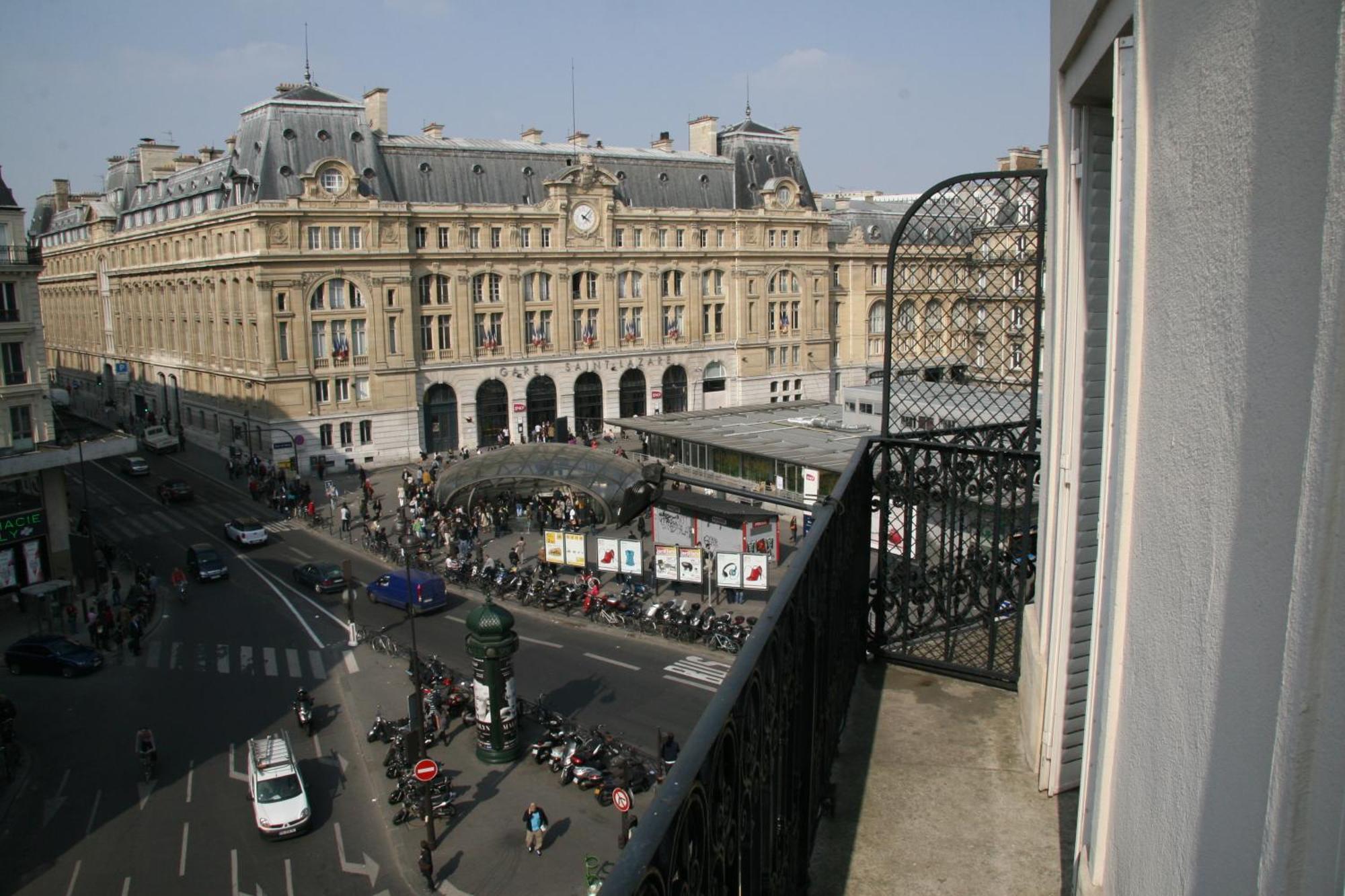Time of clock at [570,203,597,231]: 4:07
